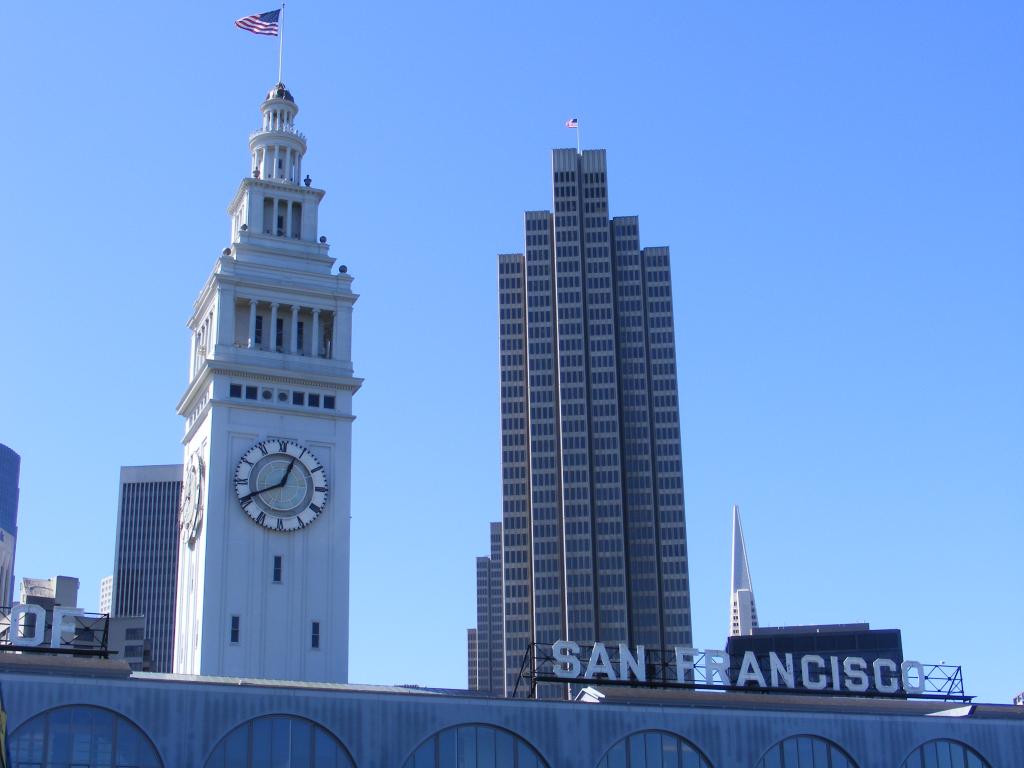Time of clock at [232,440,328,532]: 12:41
